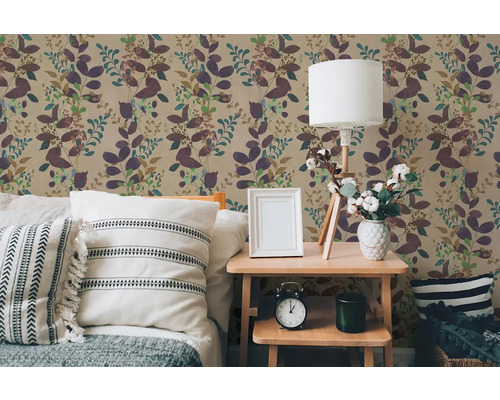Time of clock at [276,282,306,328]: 1:00
